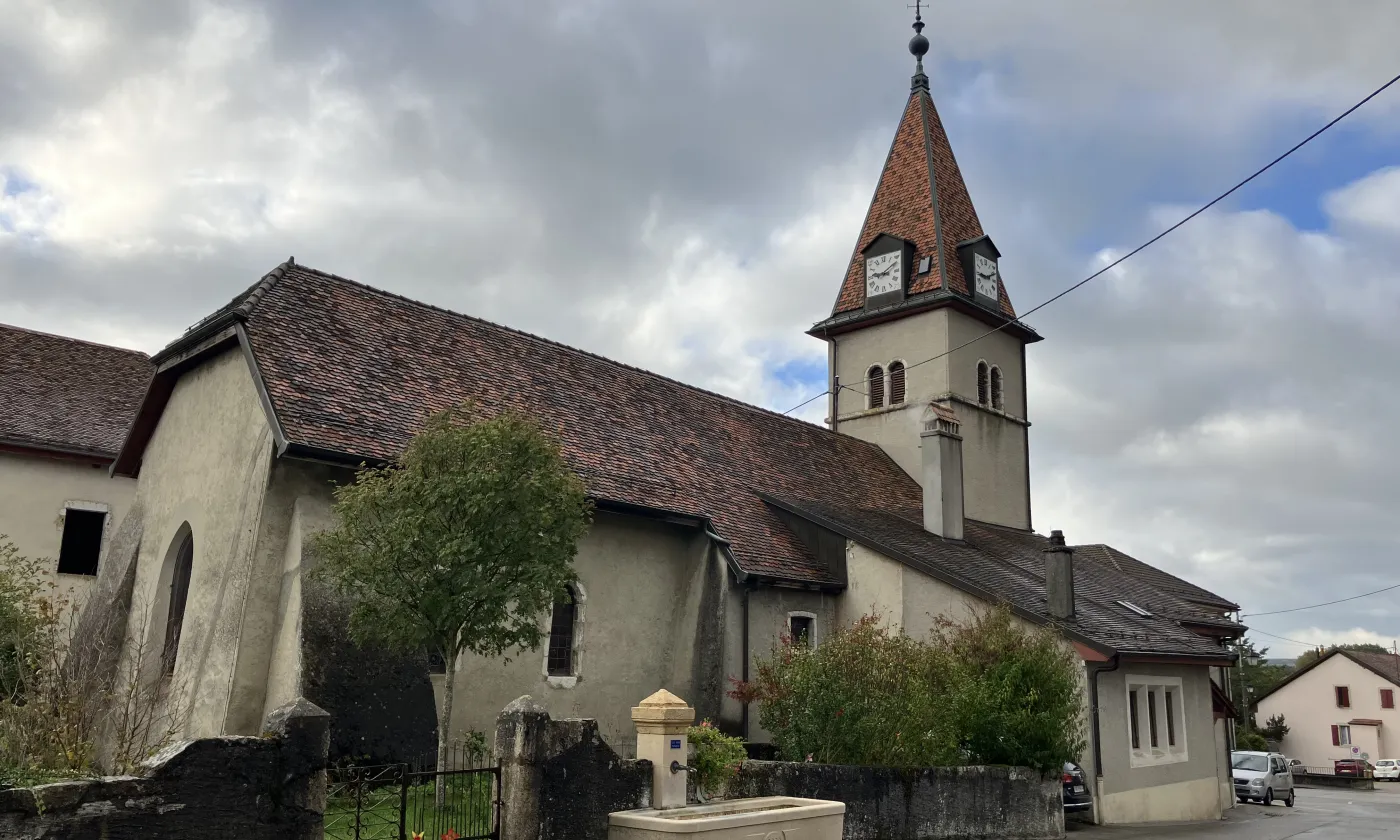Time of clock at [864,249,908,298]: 9:10
